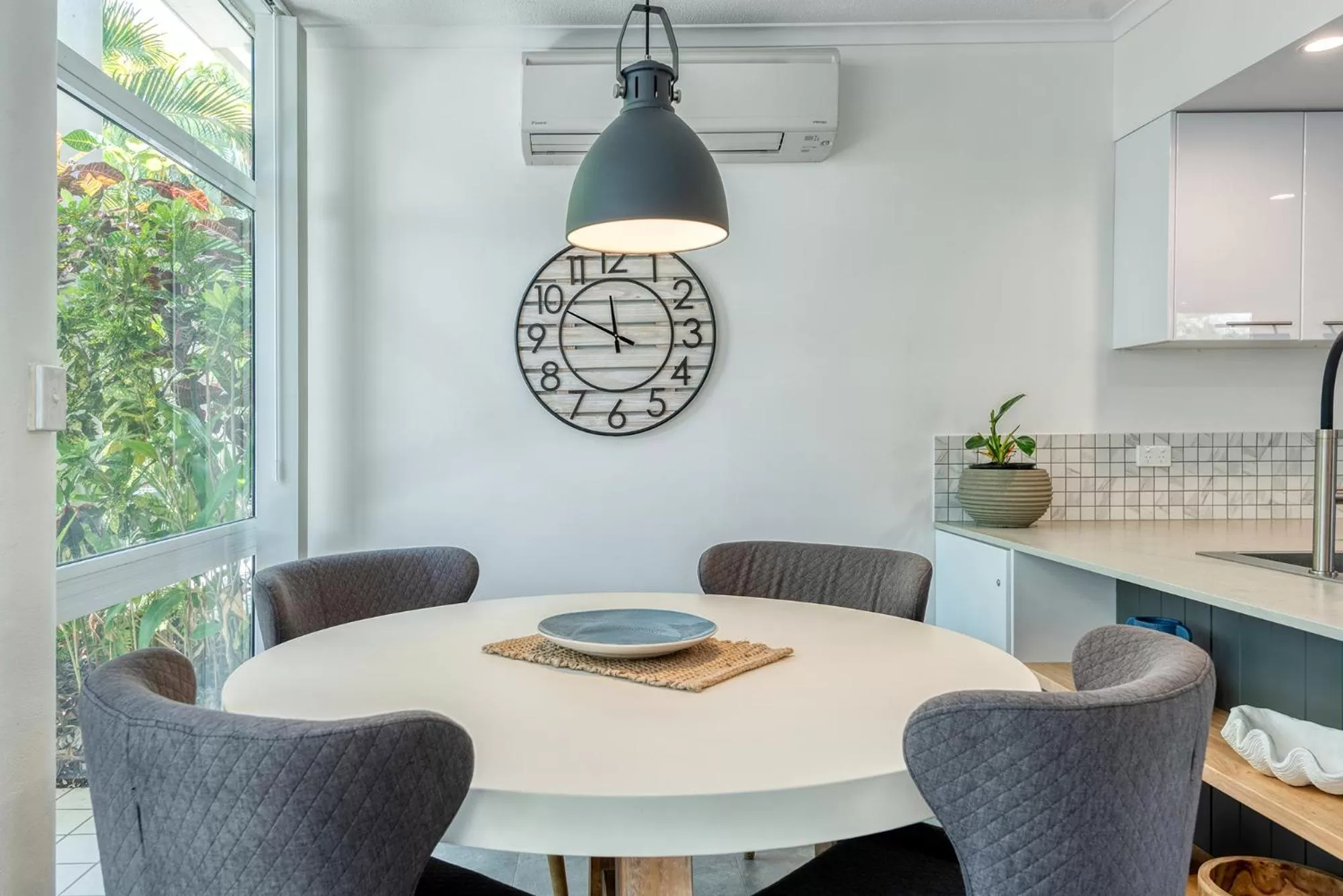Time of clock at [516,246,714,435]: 11:49
